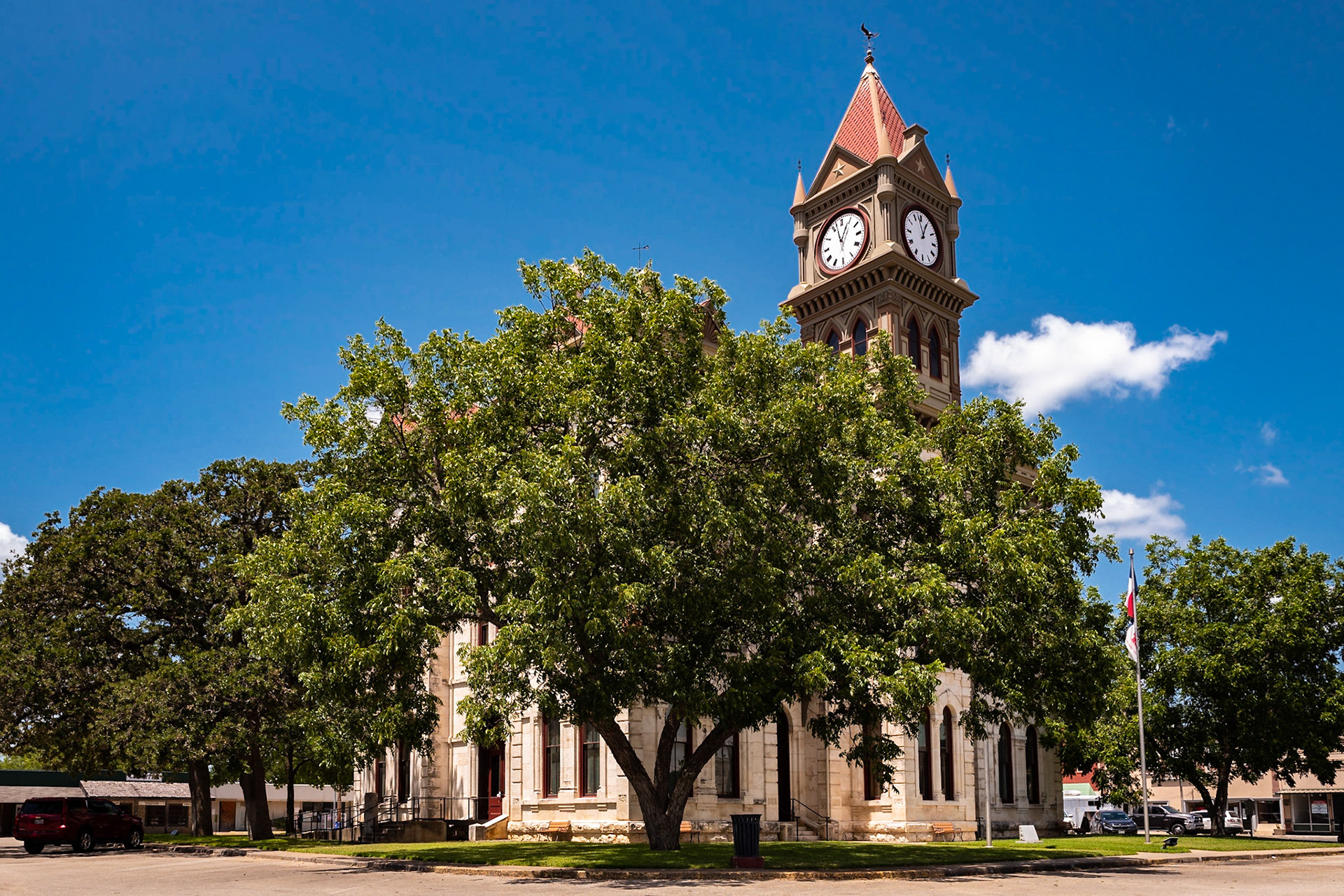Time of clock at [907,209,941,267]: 12:57
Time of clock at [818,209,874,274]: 12:57
